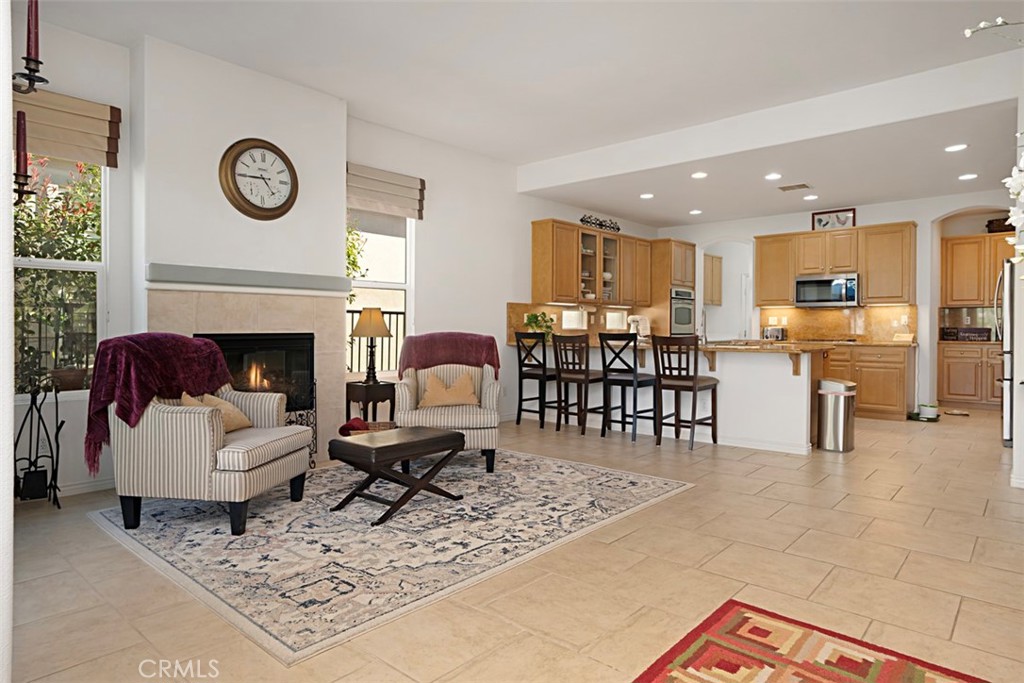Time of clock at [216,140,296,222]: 4:44
